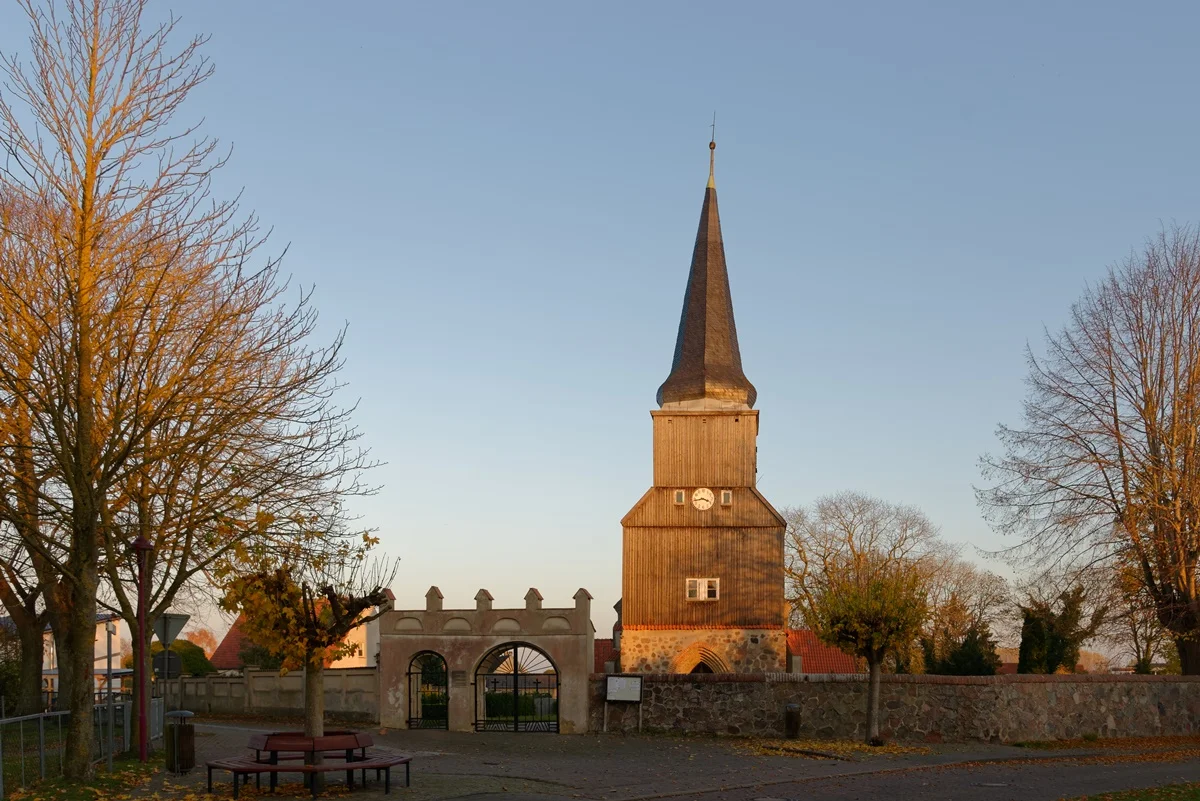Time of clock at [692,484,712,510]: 3:43
